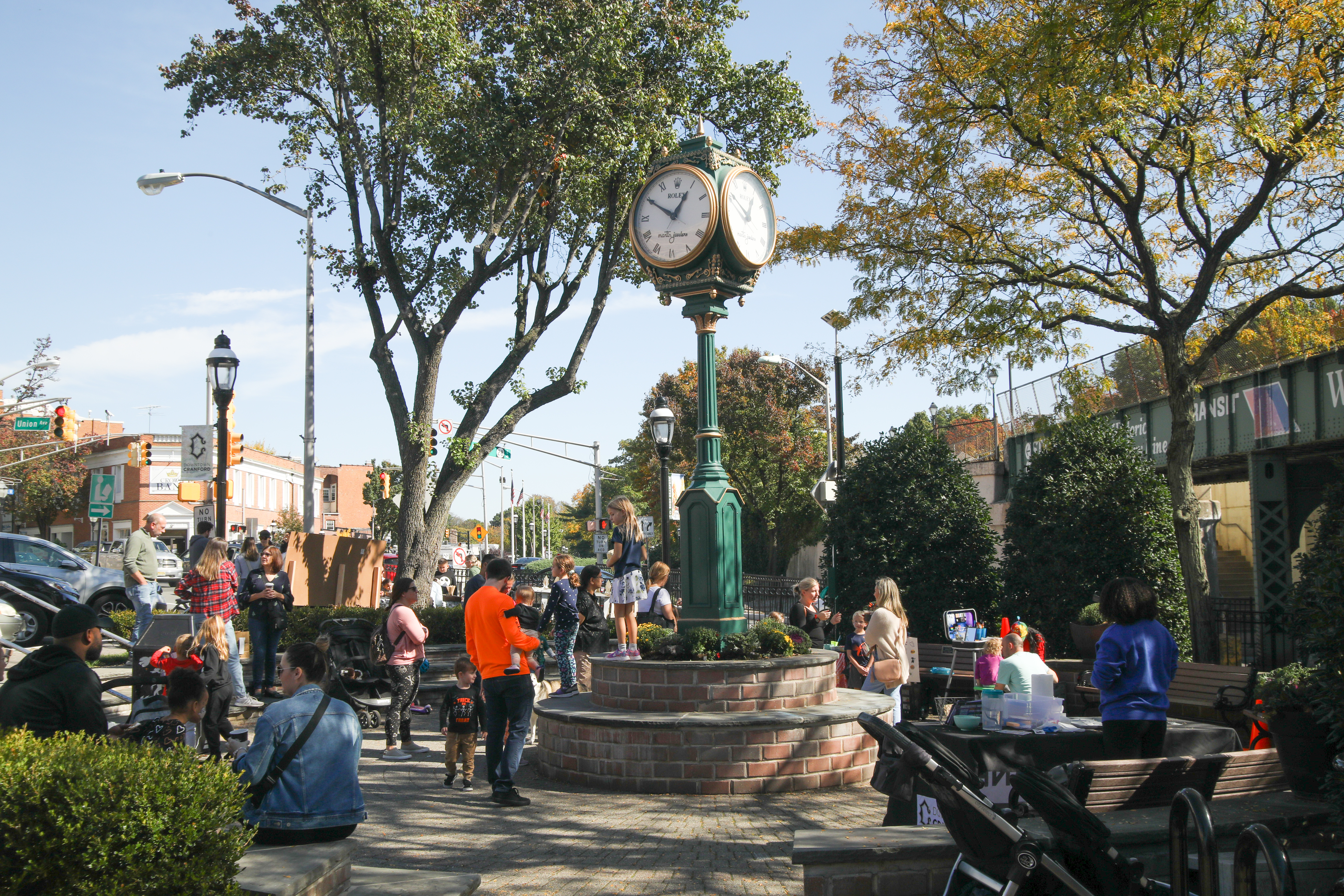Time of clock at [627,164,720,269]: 12:50
